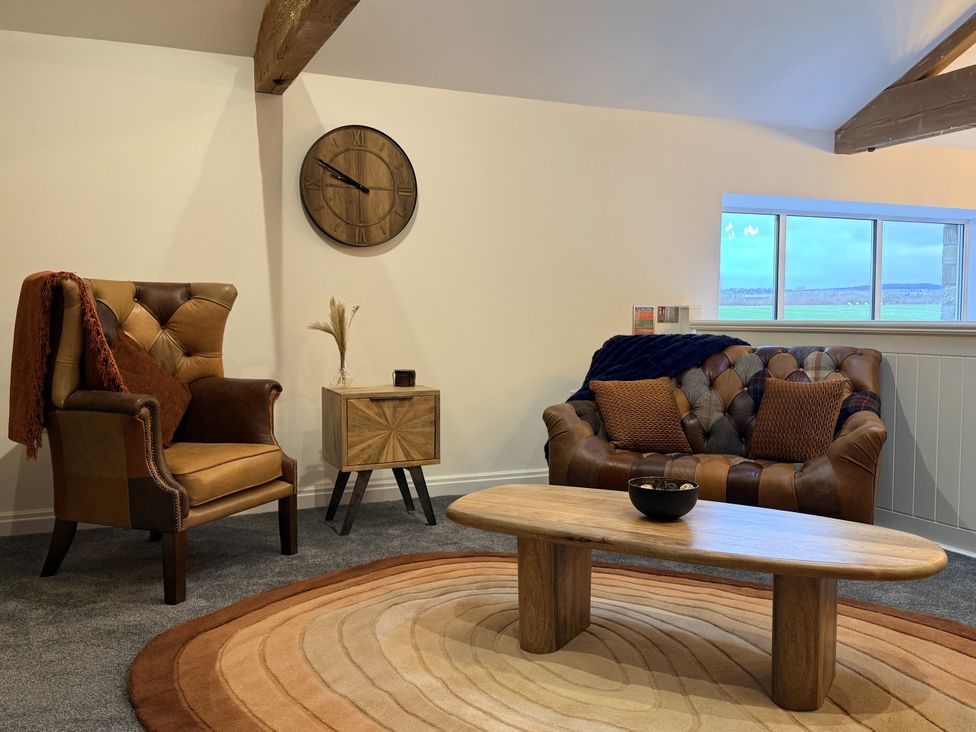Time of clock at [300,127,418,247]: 9:50
